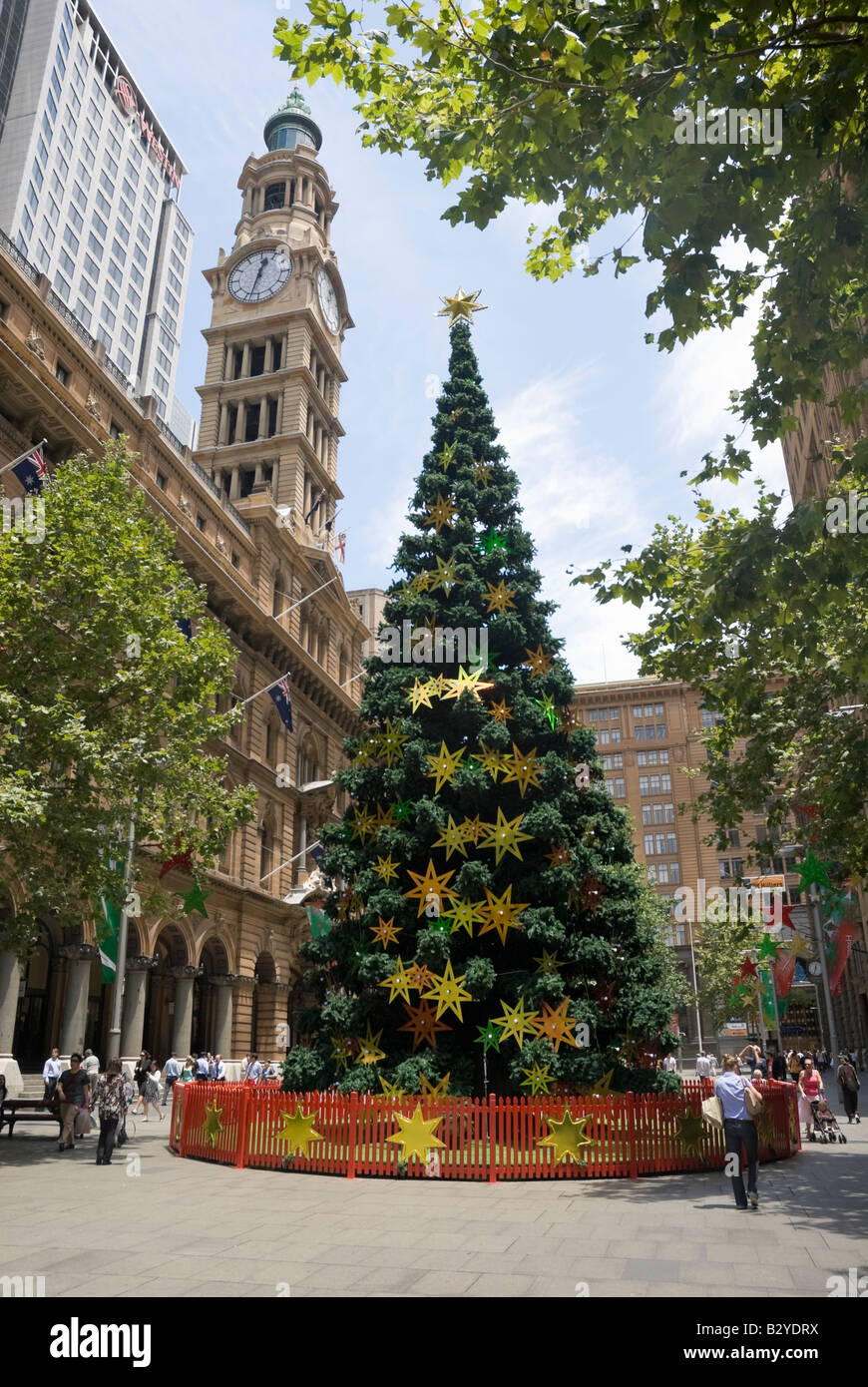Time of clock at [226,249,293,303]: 12:32
